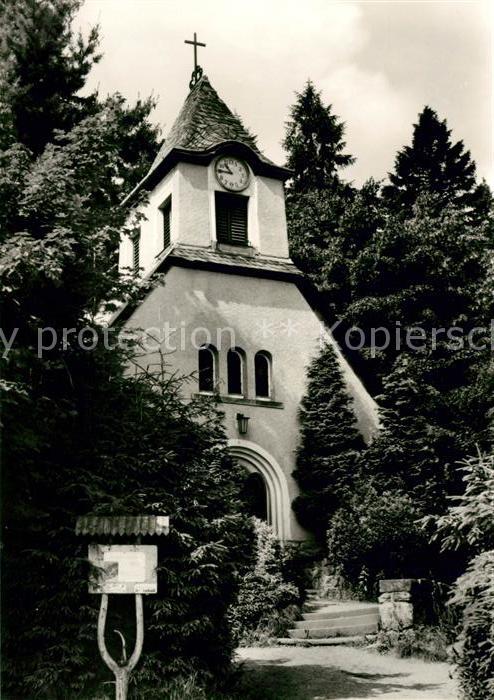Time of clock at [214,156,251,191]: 10:45
